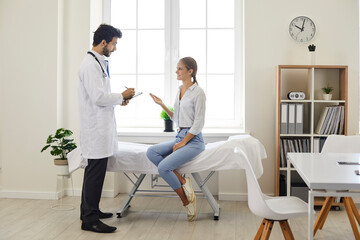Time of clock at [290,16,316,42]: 10:02
